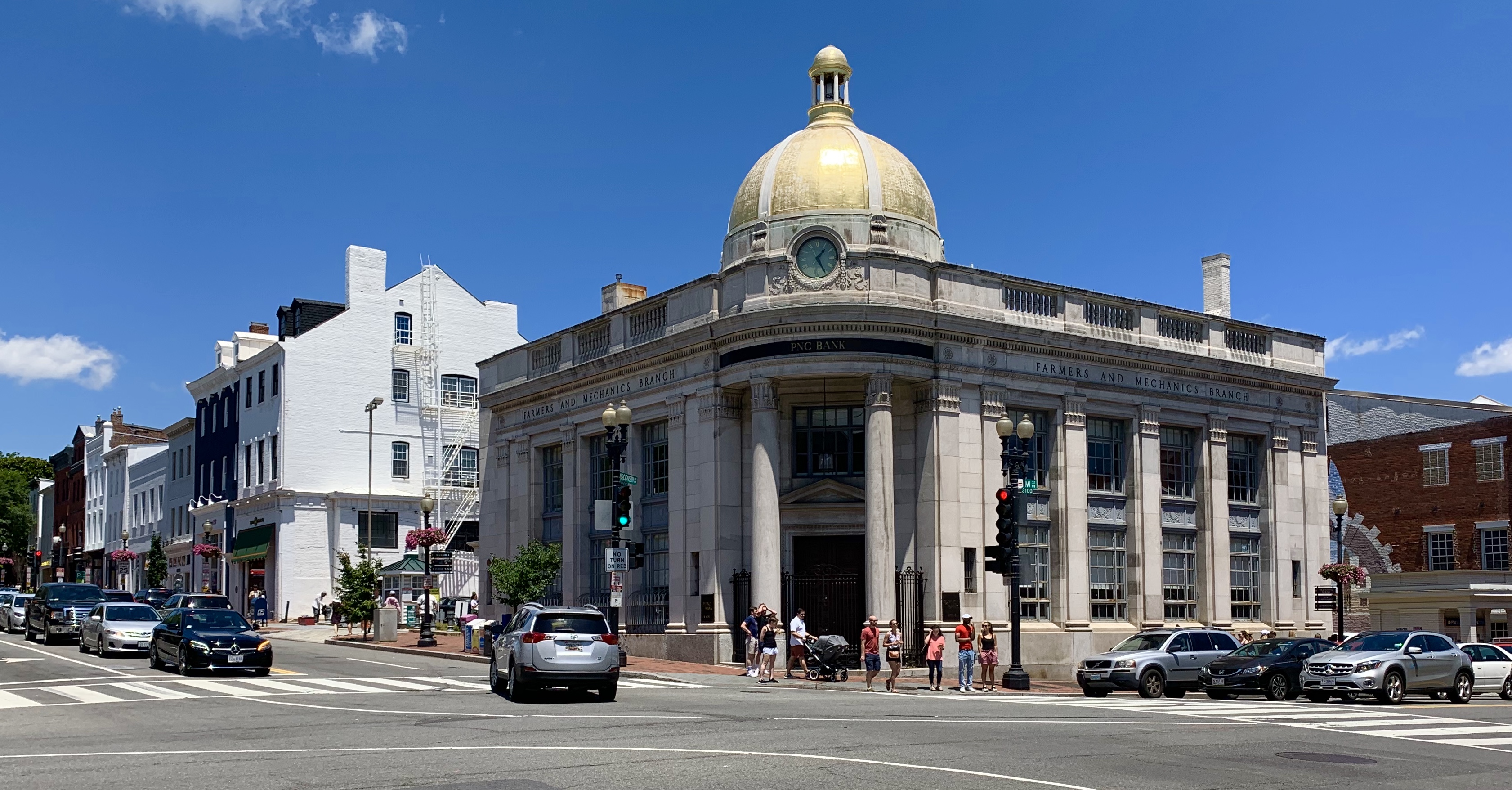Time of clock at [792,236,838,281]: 1:25
